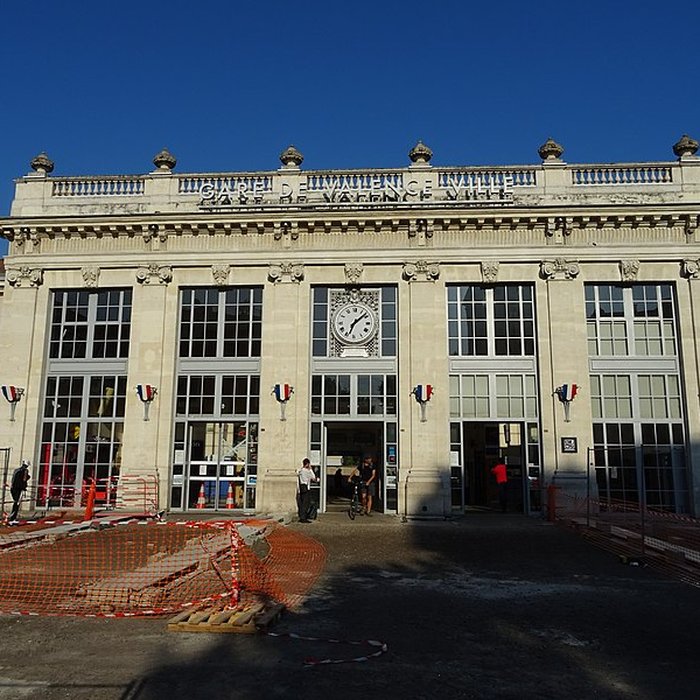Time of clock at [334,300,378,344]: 1:33
